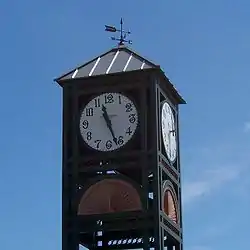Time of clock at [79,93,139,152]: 11:26
